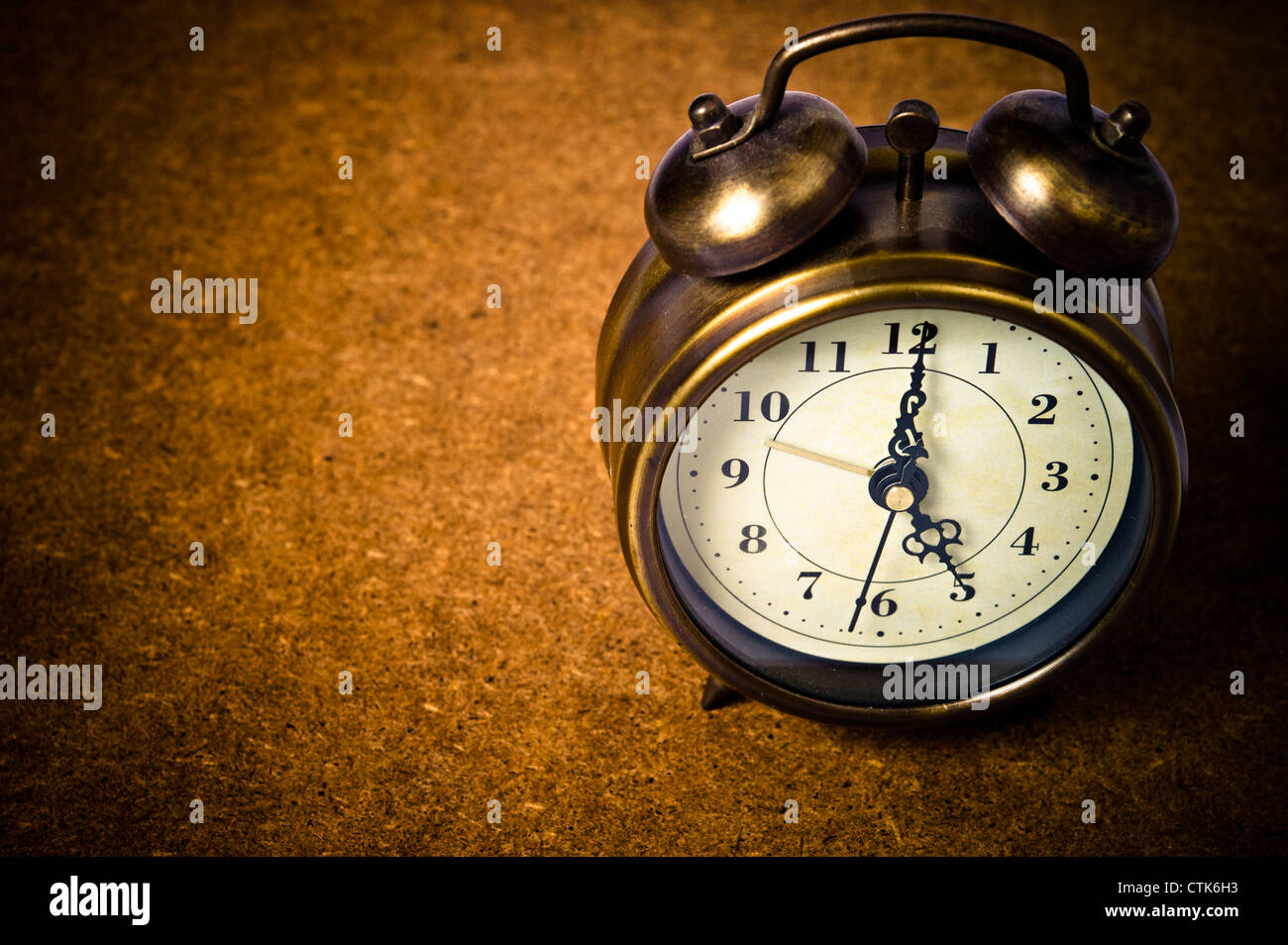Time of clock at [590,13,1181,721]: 5:00
